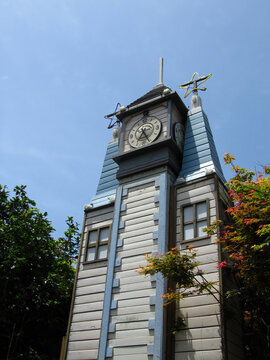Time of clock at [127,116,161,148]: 7:25
